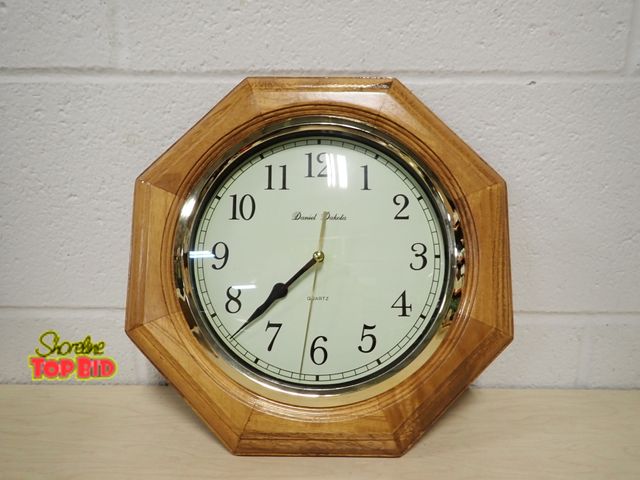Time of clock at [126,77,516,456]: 7:37
